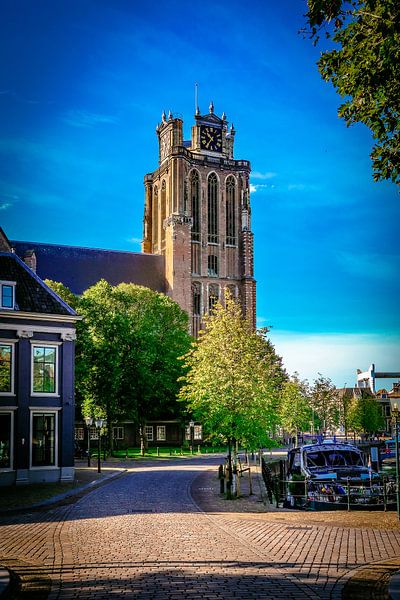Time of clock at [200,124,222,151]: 10:36
